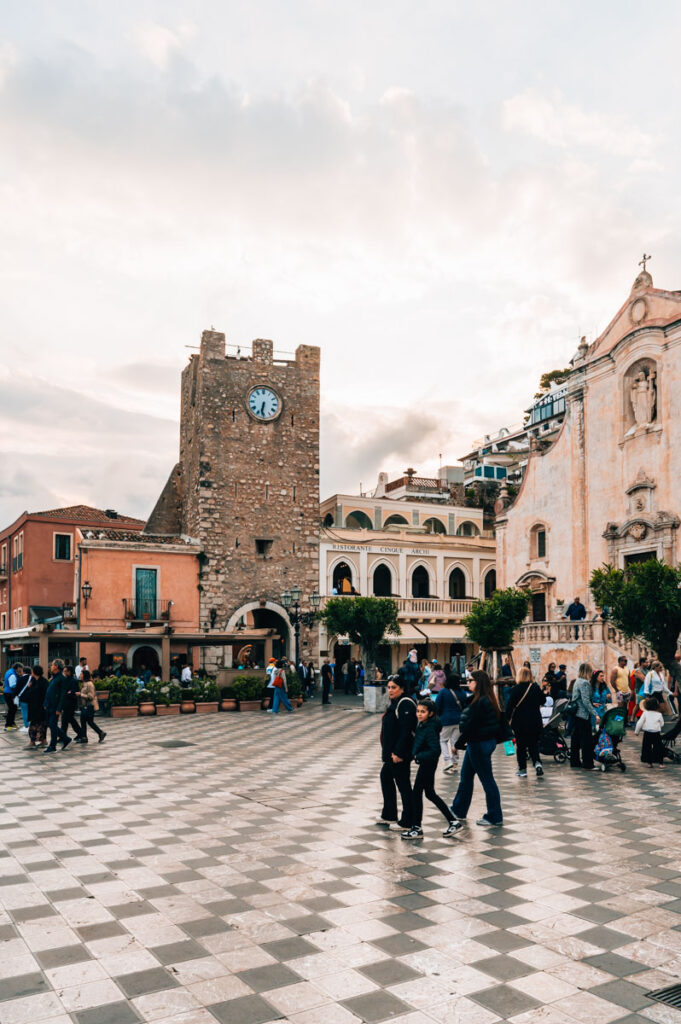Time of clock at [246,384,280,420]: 6:31
